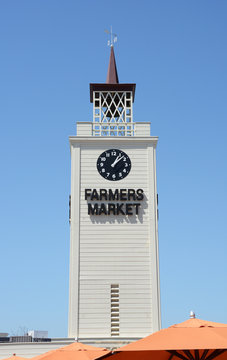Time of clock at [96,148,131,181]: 1:07
